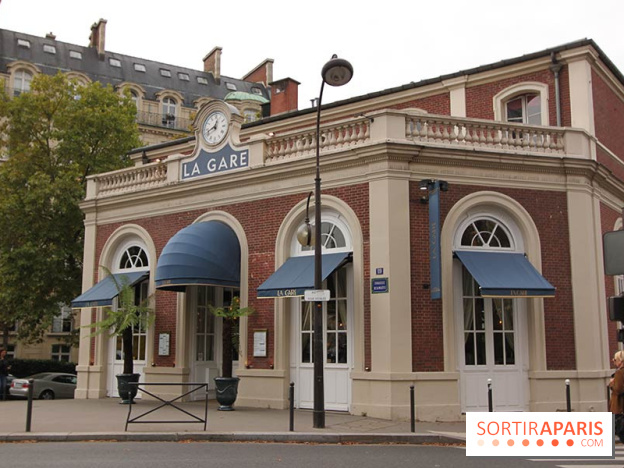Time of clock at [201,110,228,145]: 12:41
